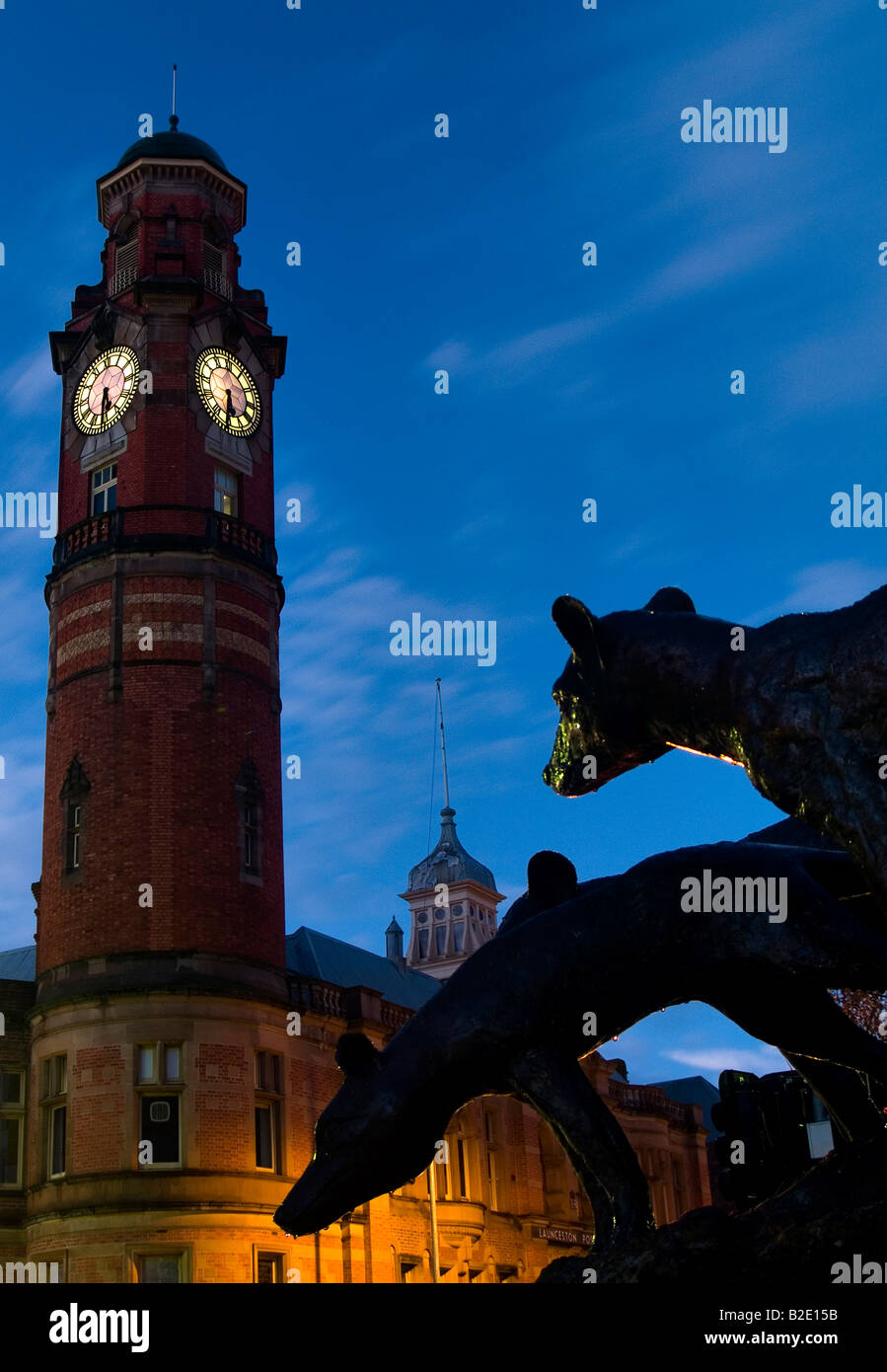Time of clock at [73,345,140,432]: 5:31
